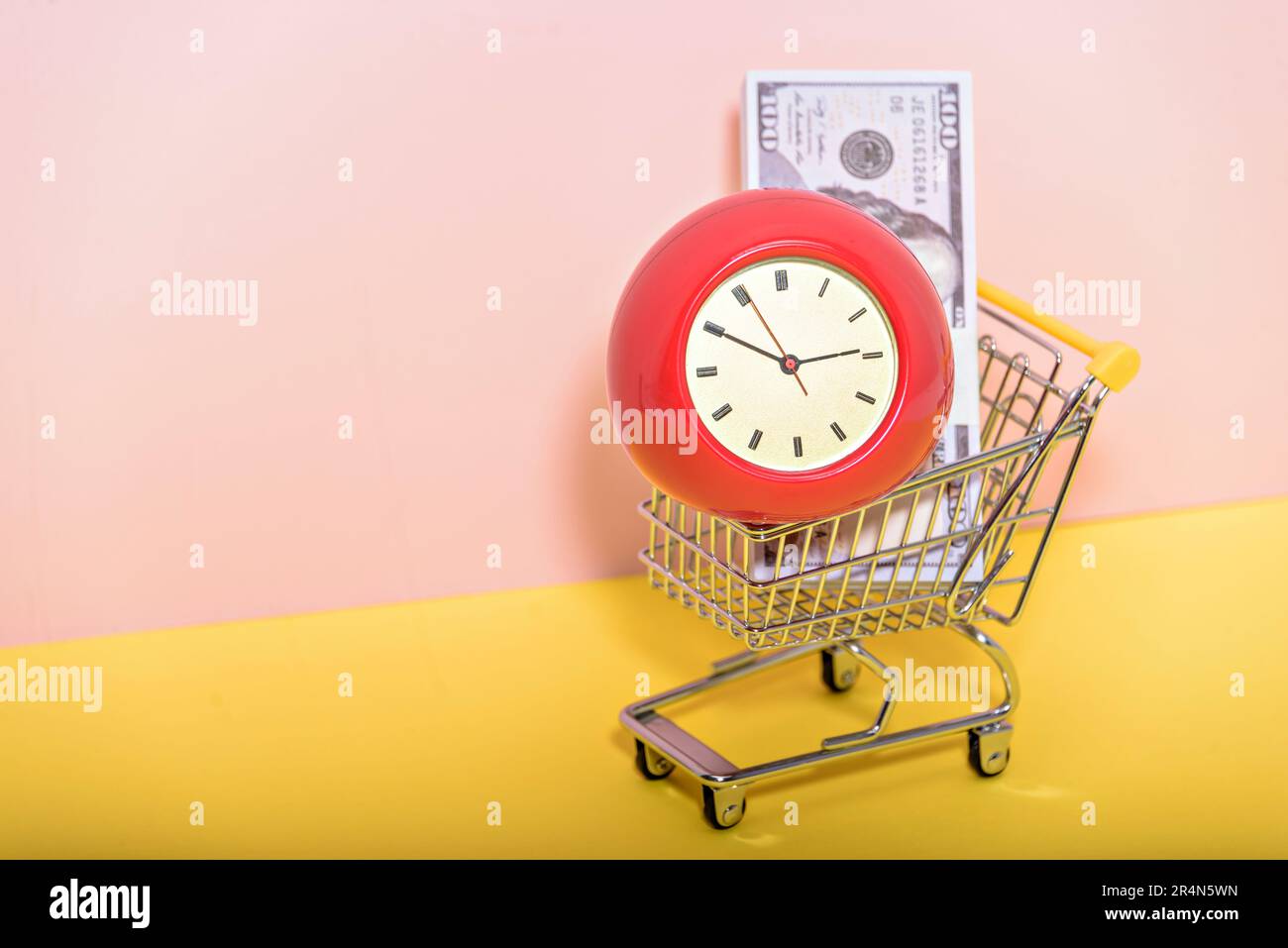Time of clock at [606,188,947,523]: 2:49
